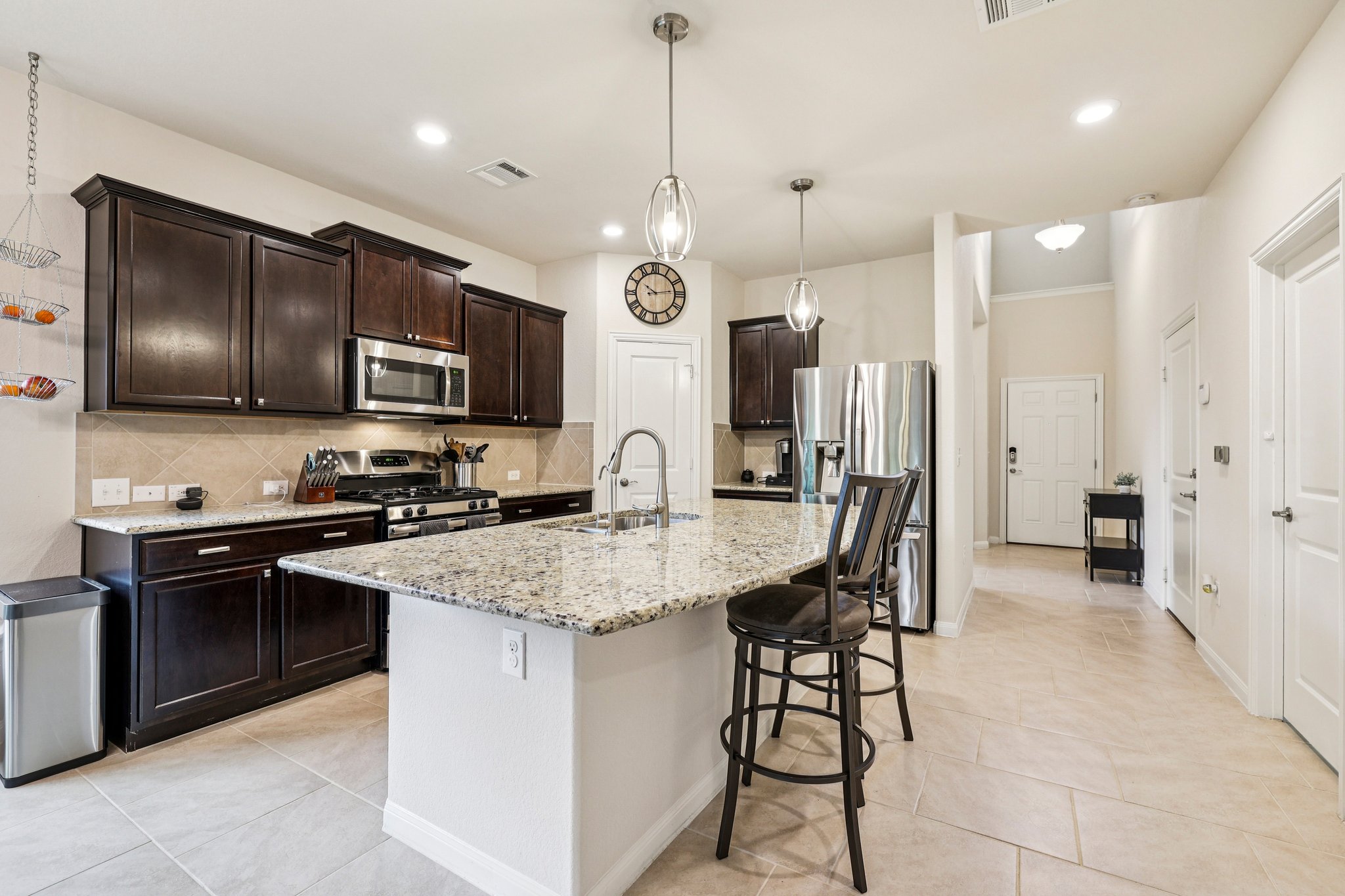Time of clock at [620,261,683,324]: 10:13
